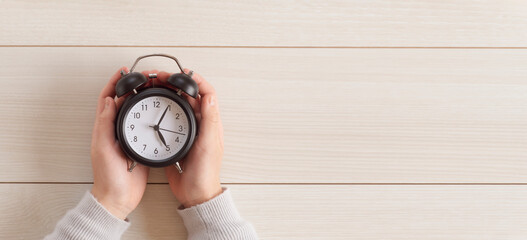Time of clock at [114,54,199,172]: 5:04
